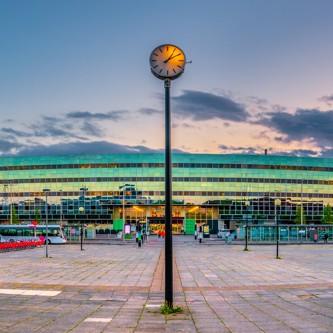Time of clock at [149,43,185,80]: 1:09
